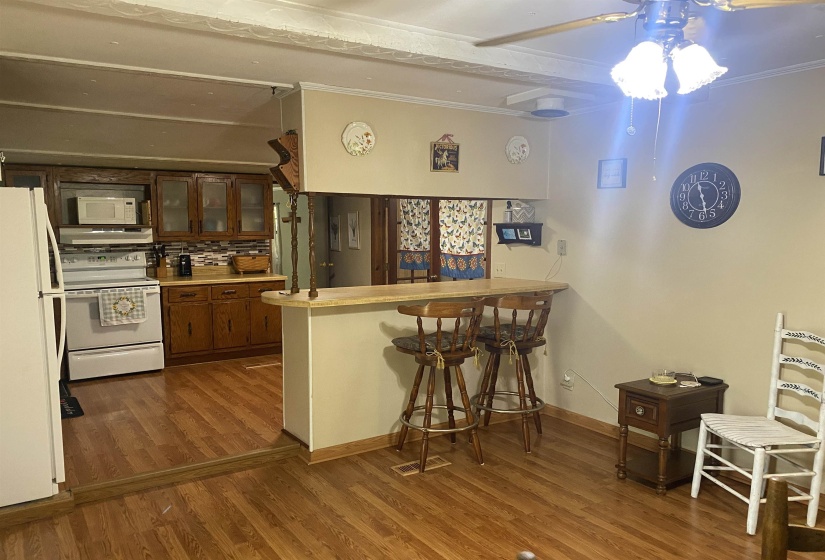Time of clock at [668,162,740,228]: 11:28
